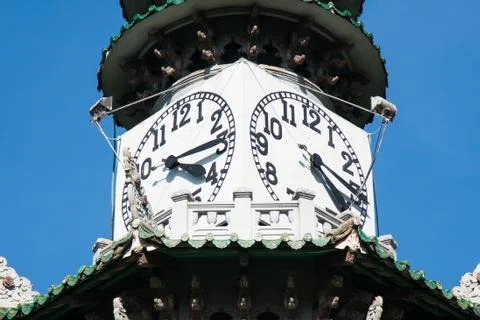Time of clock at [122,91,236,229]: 4:14
